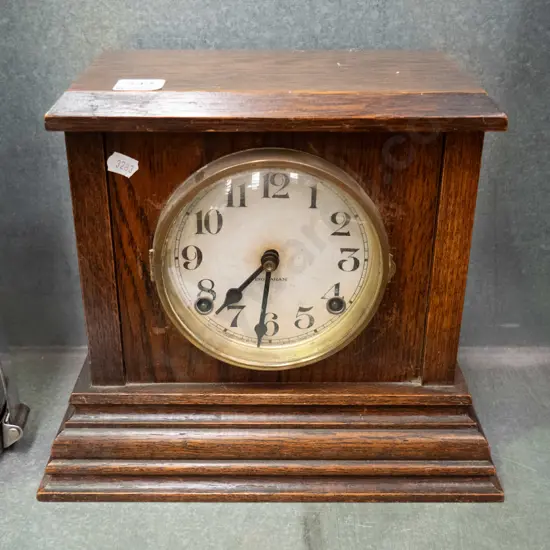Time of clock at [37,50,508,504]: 7:31
